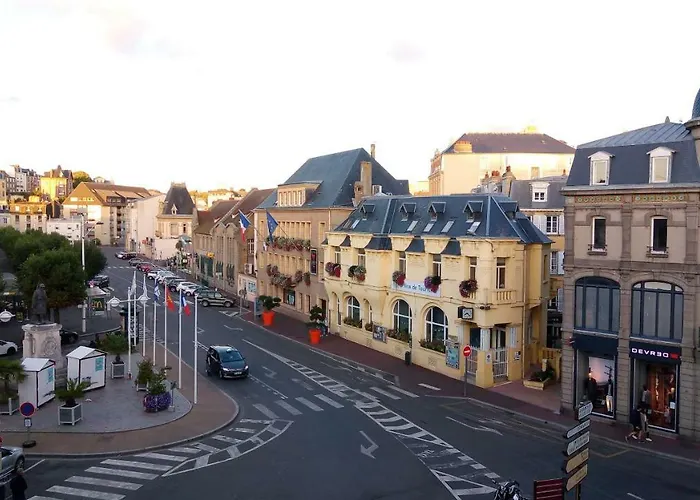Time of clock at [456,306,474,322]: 8:21
